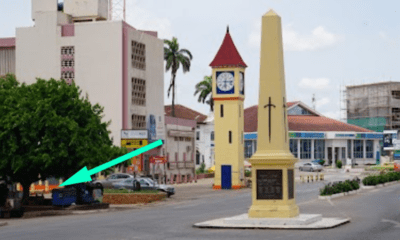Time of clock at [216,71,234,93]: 6:15
